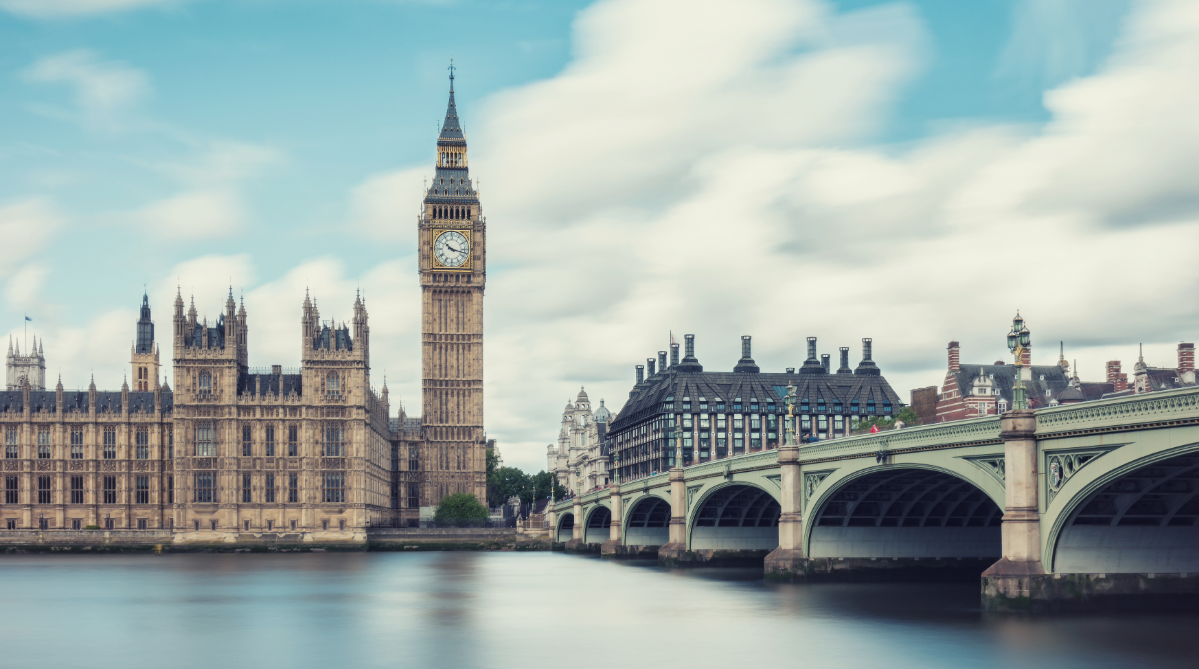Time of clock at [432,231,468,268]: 10:17
